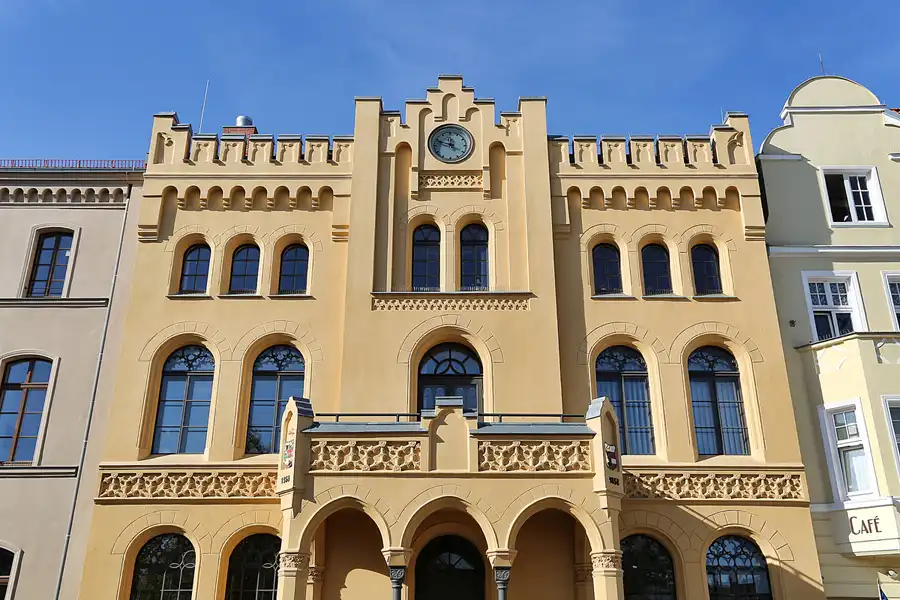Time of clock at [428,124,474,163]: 11:48
